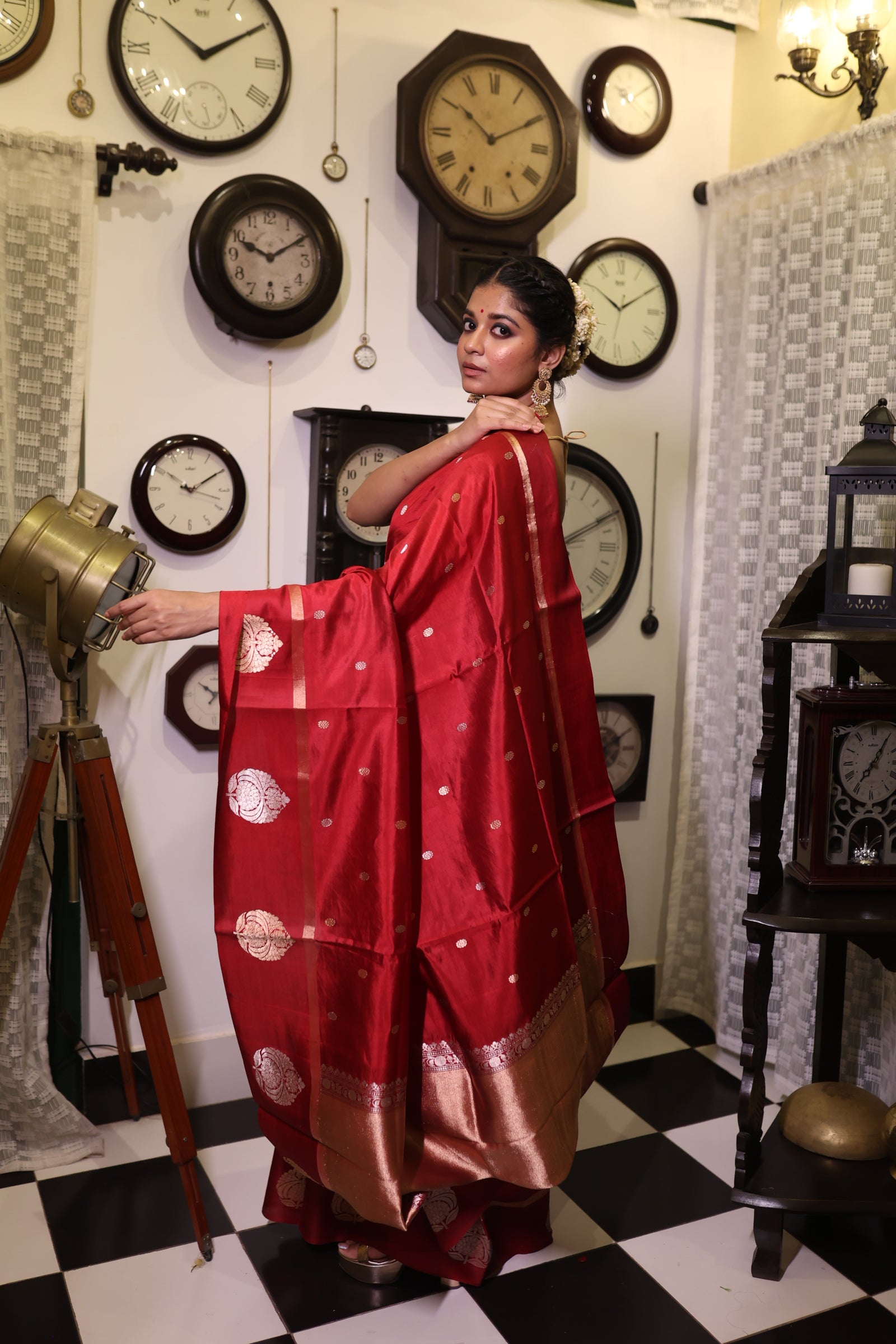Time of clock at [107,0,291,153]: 10:09
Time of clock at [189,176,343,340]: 10:09
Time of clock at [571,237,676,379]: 10:09
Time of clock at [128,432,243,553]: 10:09
